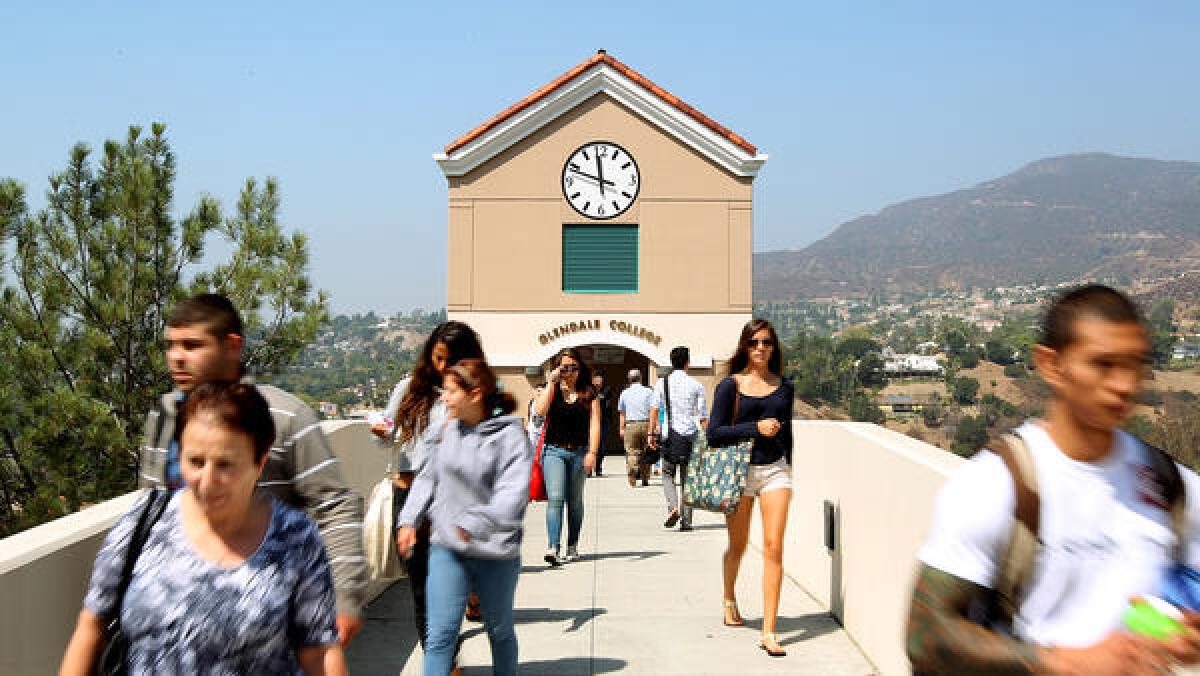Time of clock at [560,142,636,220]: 11:48
